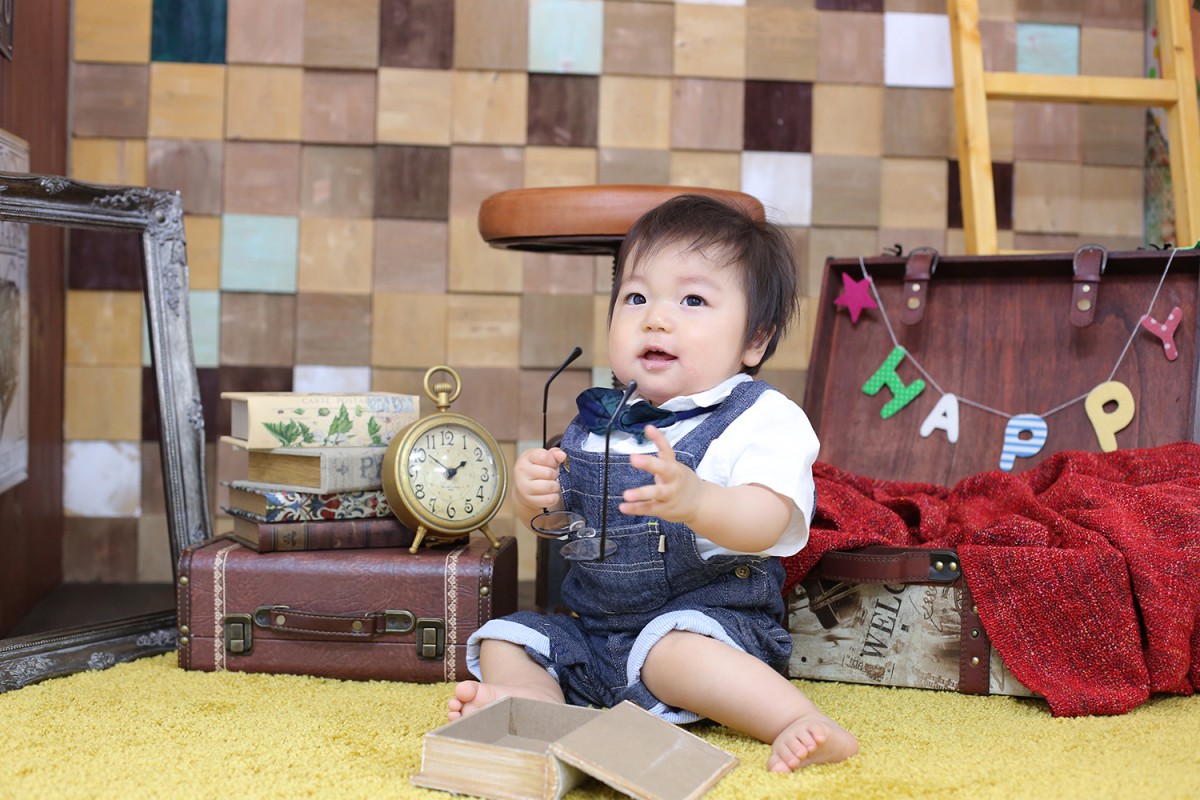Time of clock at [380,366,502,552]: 1:52
